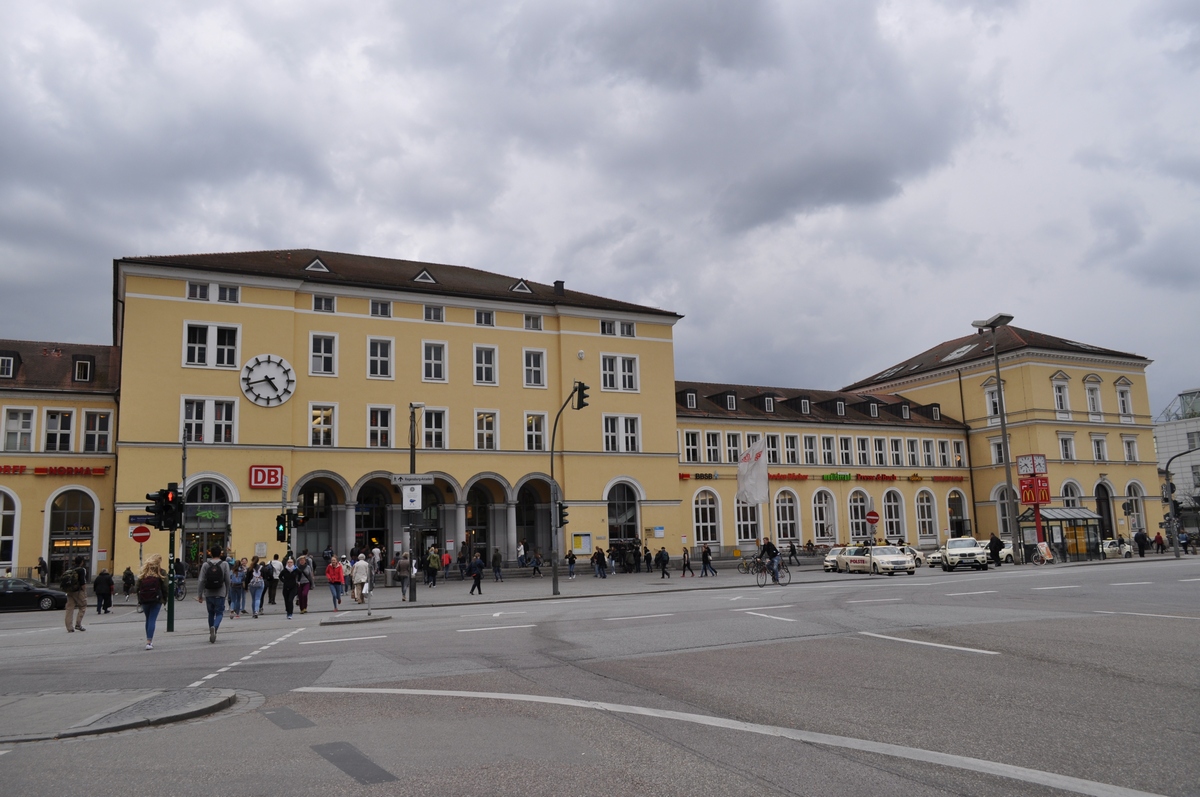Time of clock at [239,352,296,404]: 4:42
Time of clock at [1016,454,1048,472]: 4:40
